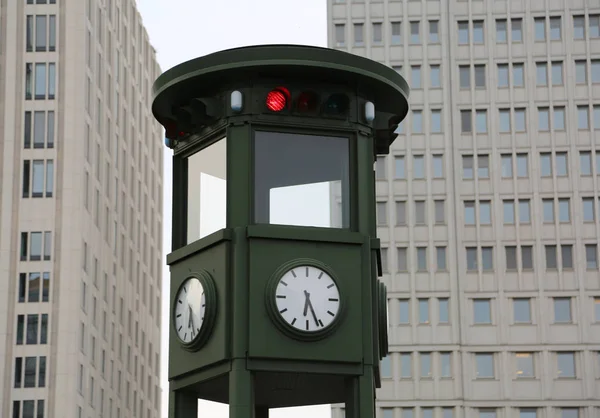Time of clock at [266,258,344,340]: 6:26
